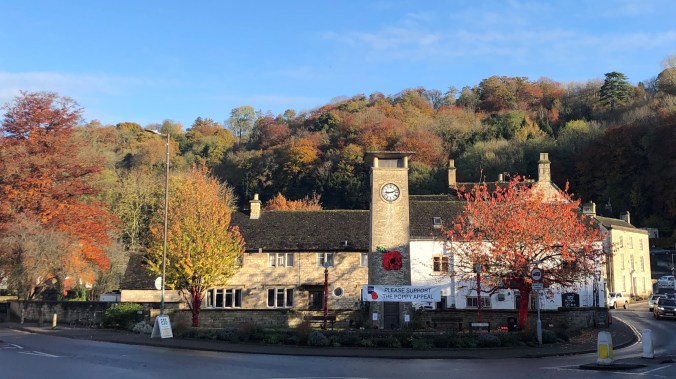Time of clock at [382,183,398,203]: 9:12
